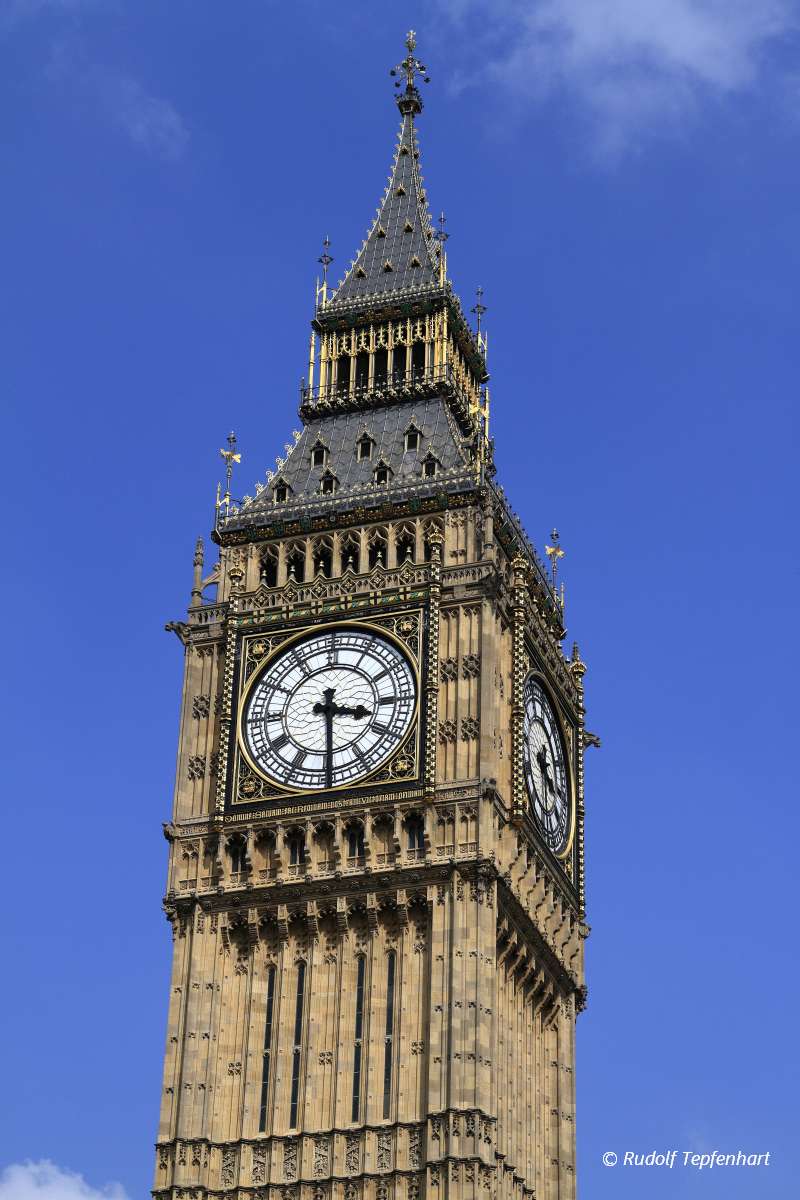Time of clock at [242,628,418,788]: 3:29
